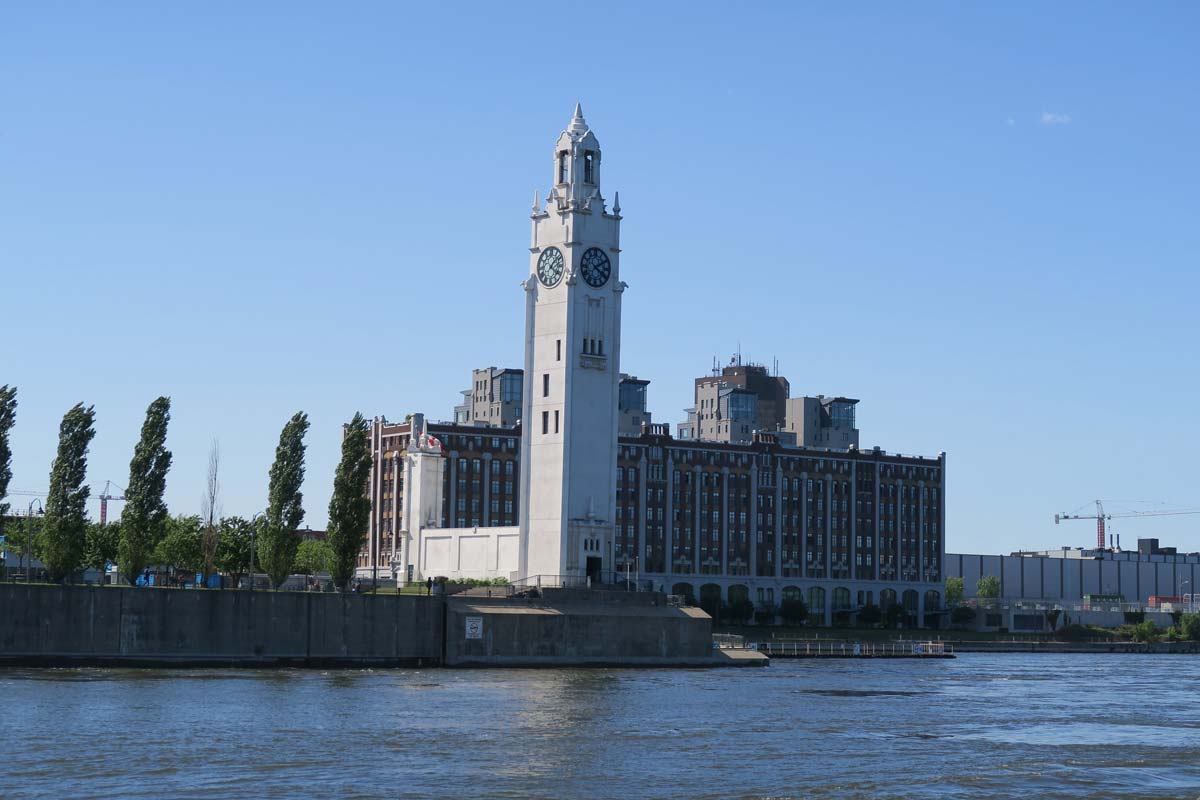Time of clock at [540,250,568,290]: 4:07
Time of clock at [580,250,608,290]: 4:10
